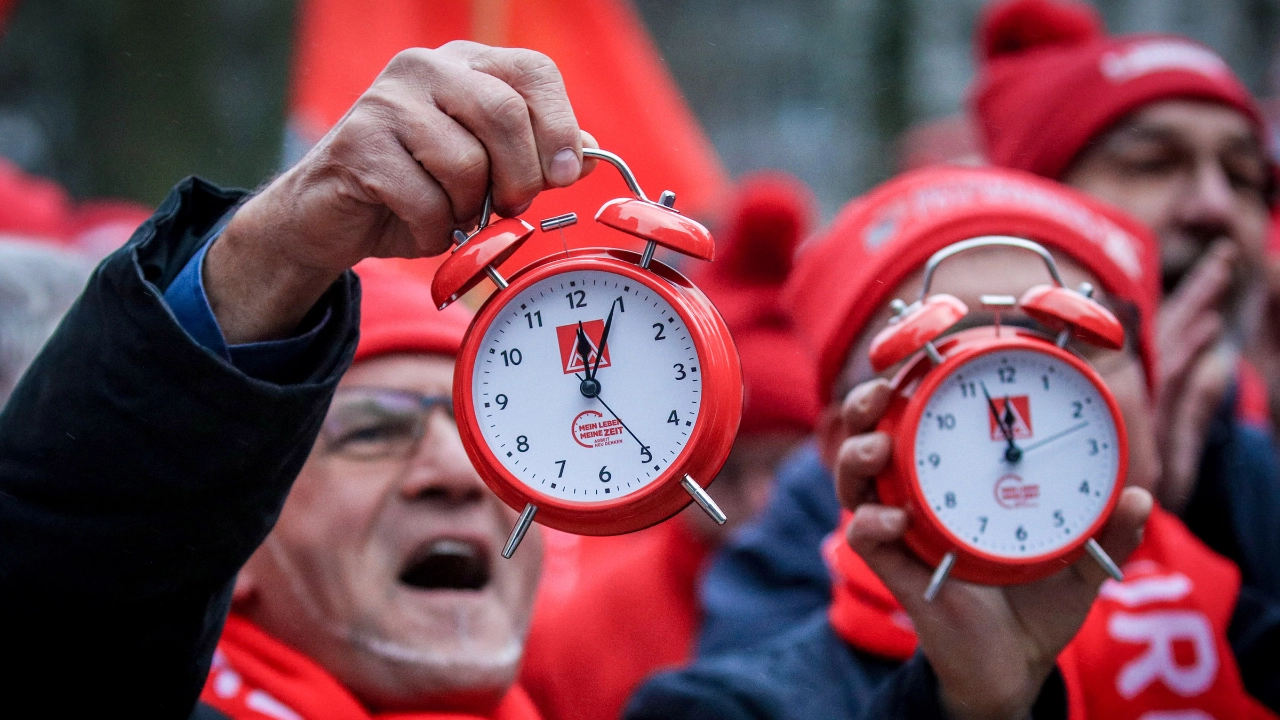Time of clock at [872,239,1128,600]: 11:57
